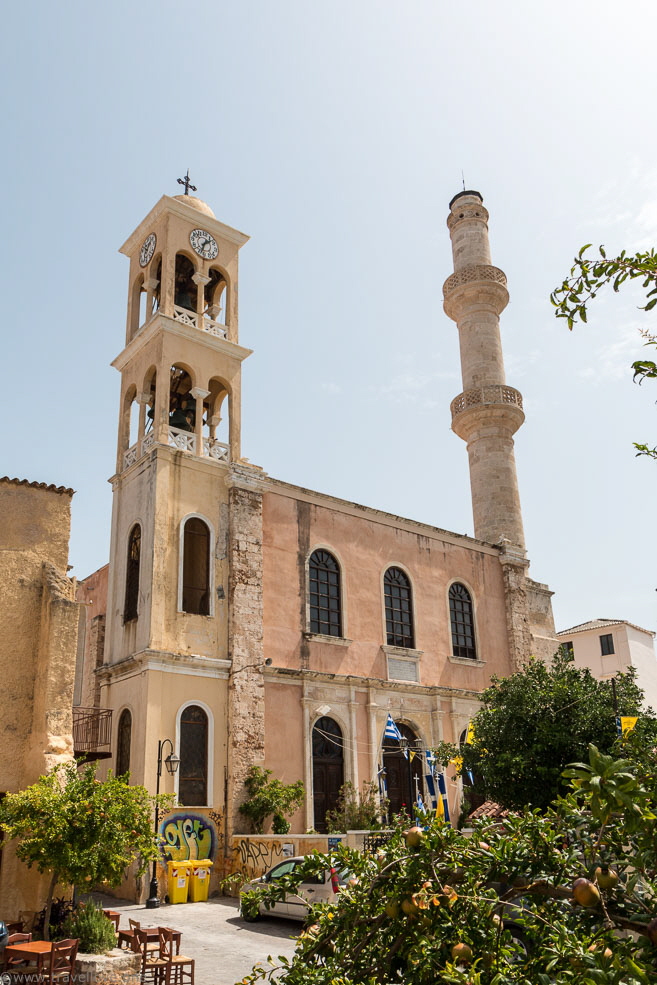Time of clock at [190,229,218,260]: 1:33
